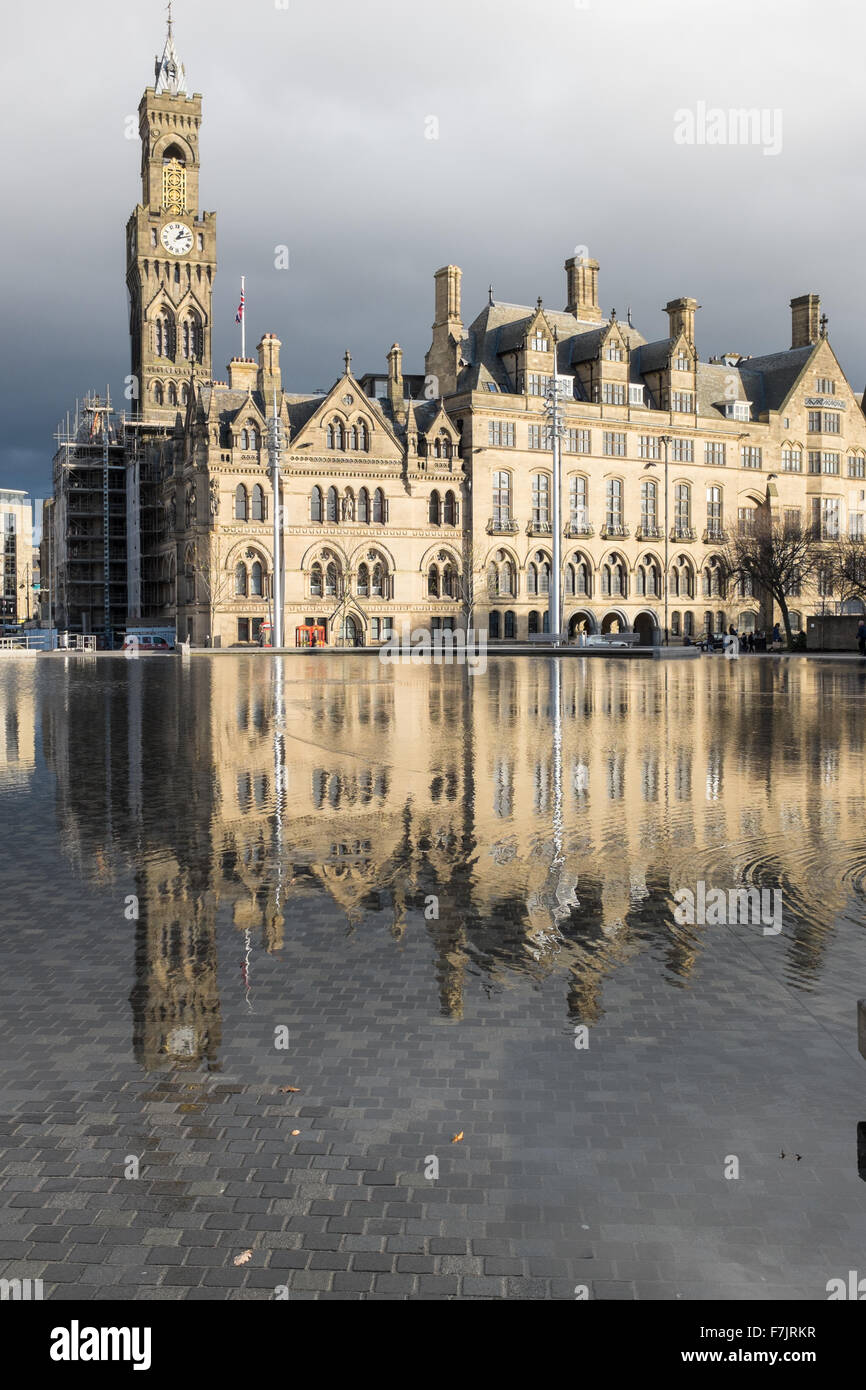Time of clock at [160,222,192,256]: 1:12
